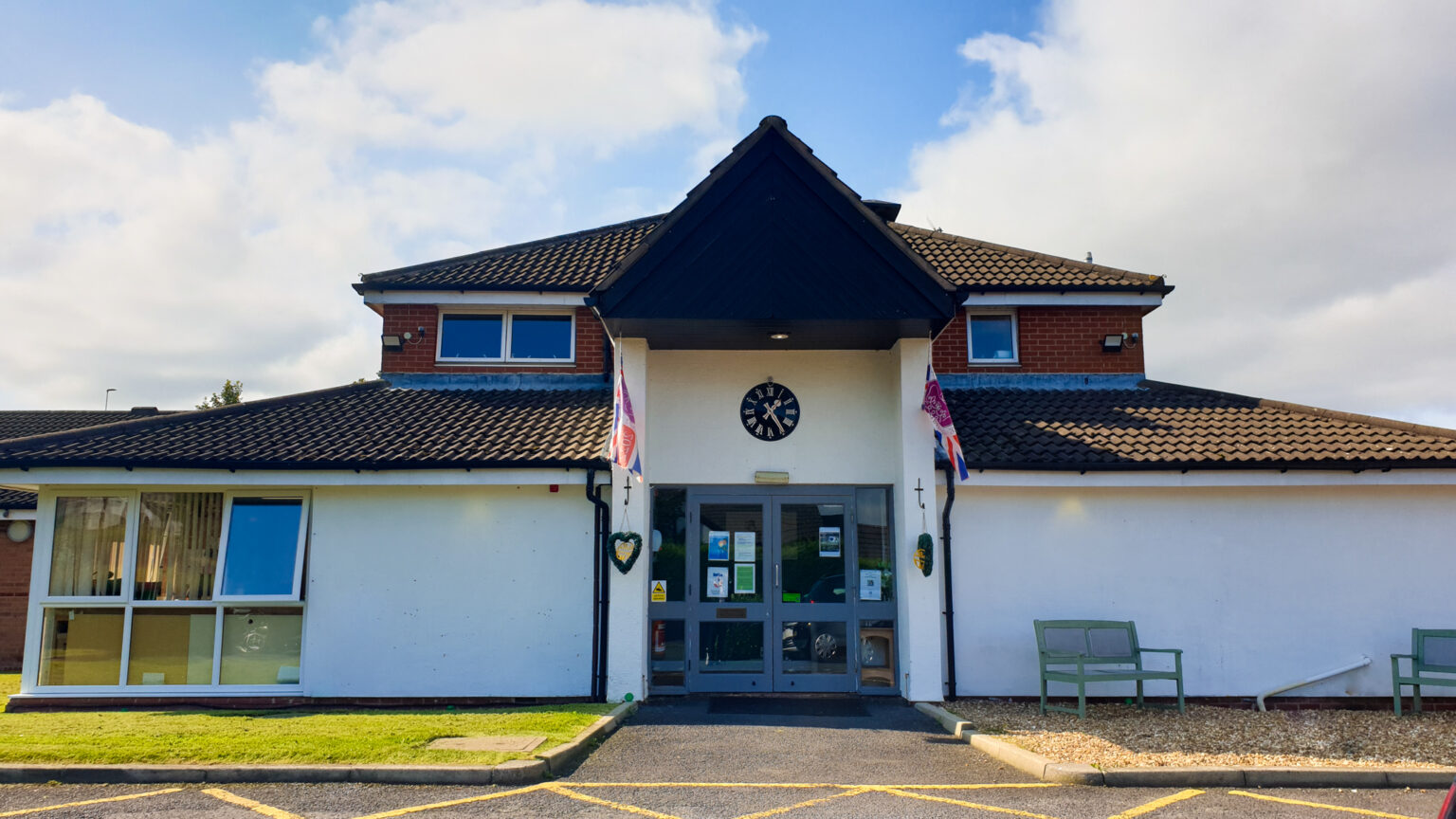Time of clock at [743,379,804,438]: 1:24
